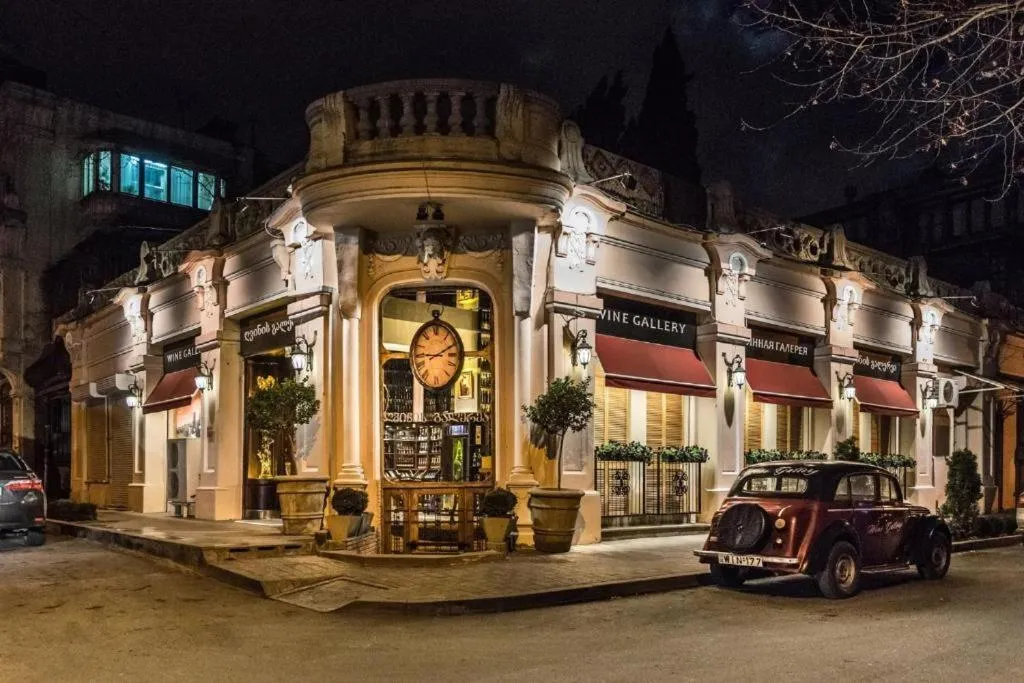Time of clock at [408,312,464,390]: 9:10
